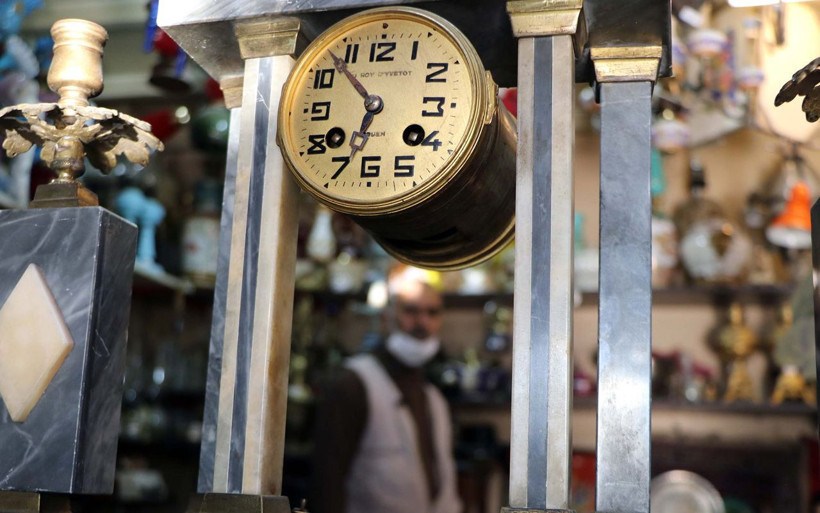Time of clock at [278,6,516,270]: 6:52
